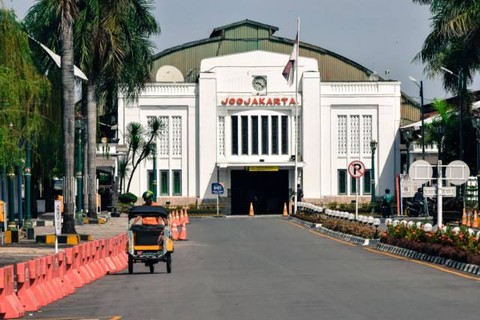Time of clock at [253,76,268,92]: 9:22
